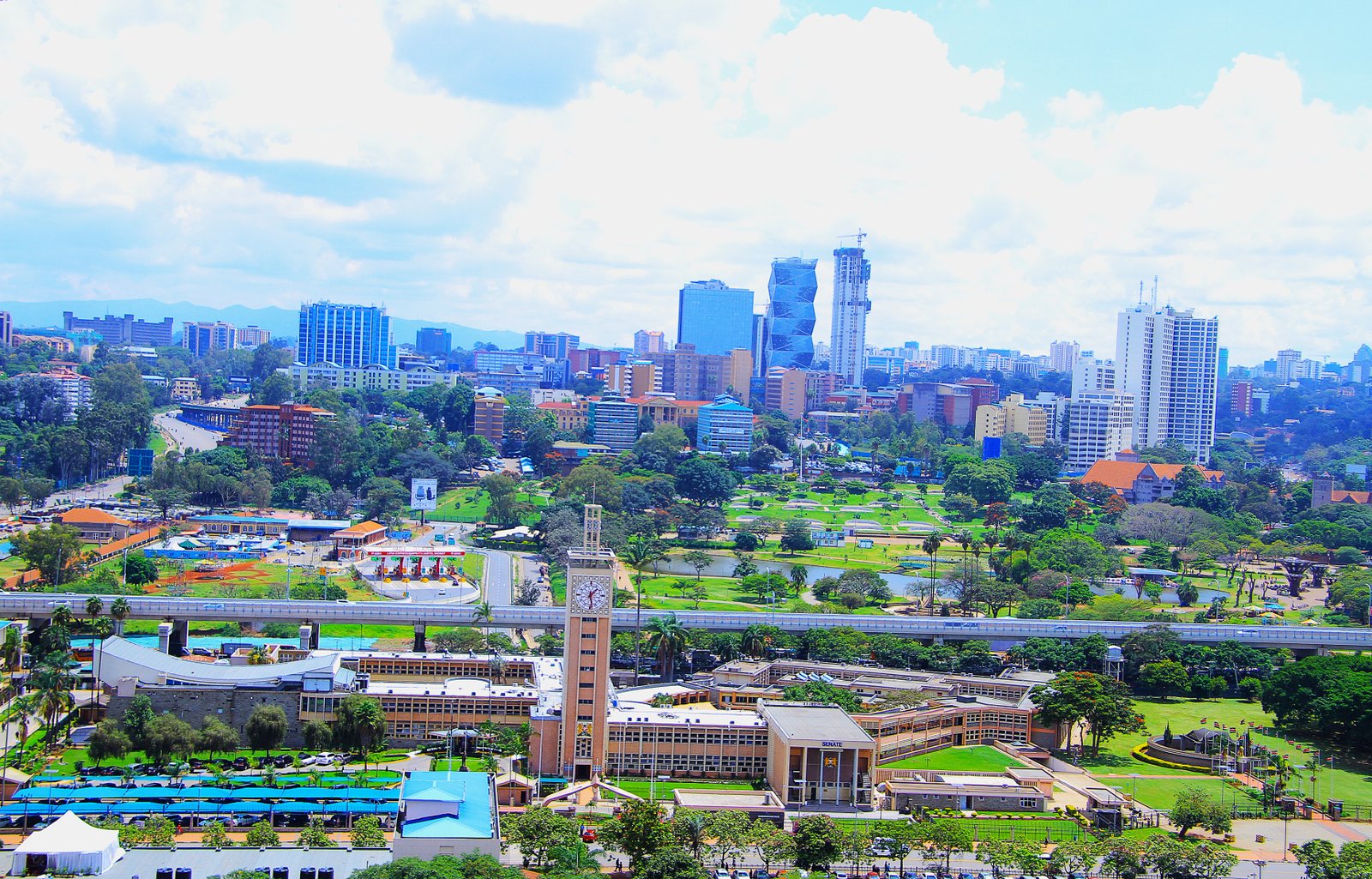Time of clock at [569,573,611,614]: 1:28
